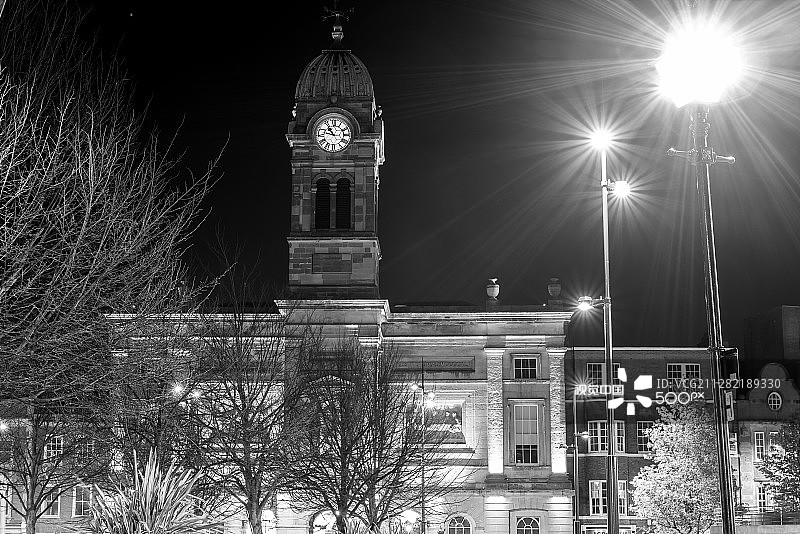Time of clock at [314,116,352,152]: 10:47
